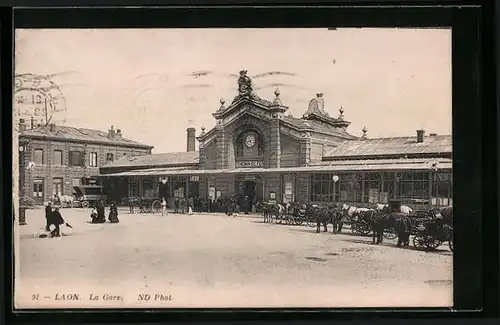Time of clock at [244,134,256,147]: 8:27
